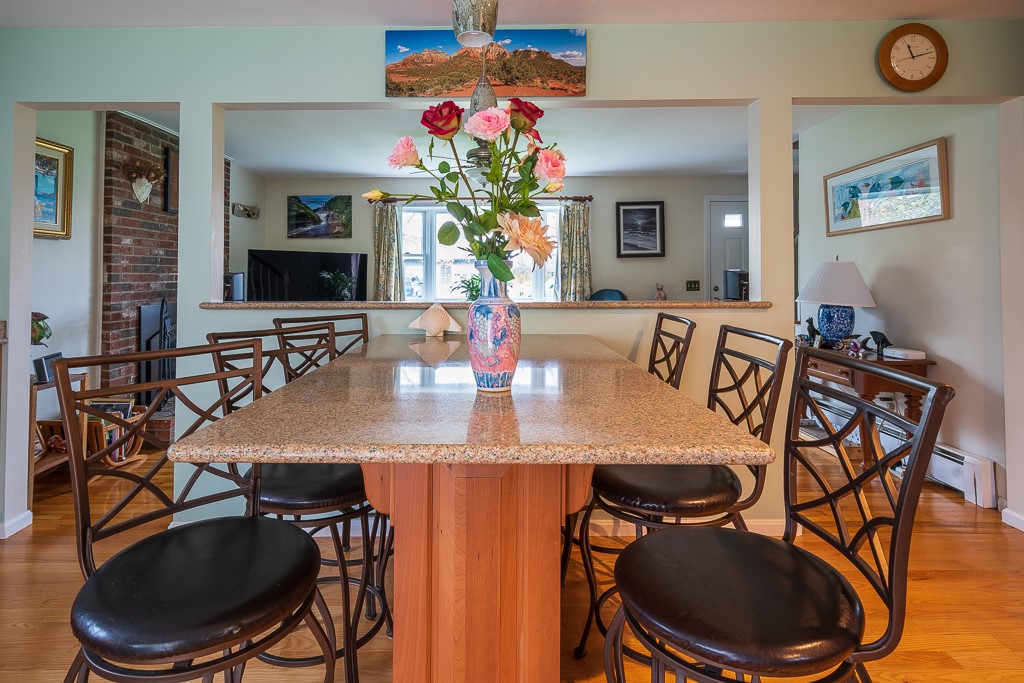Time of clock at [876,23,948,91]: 11:12
